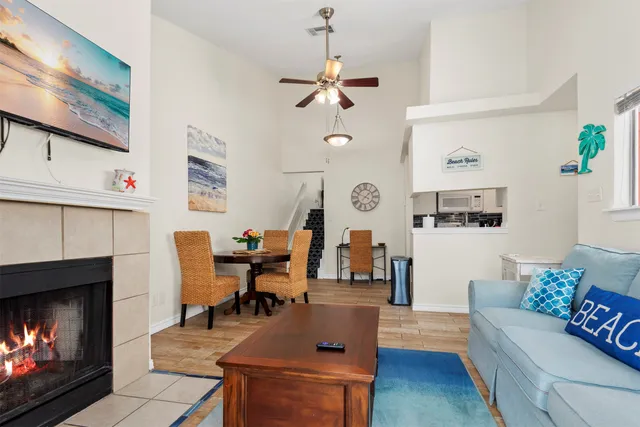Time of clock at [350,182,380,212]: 1:49
